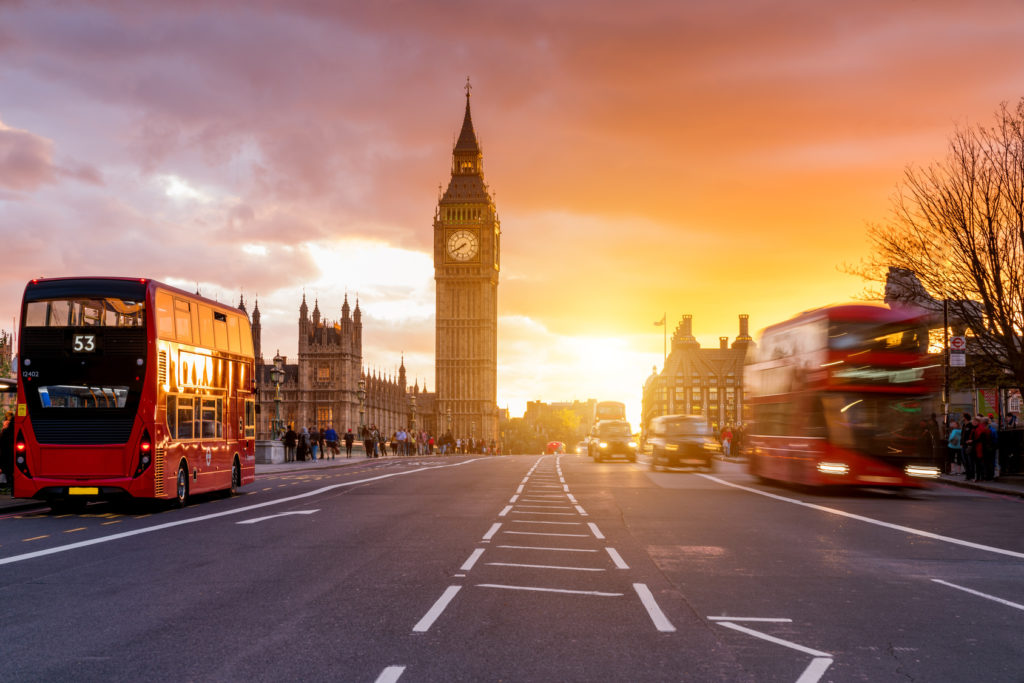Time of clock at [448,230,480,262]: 7:40
